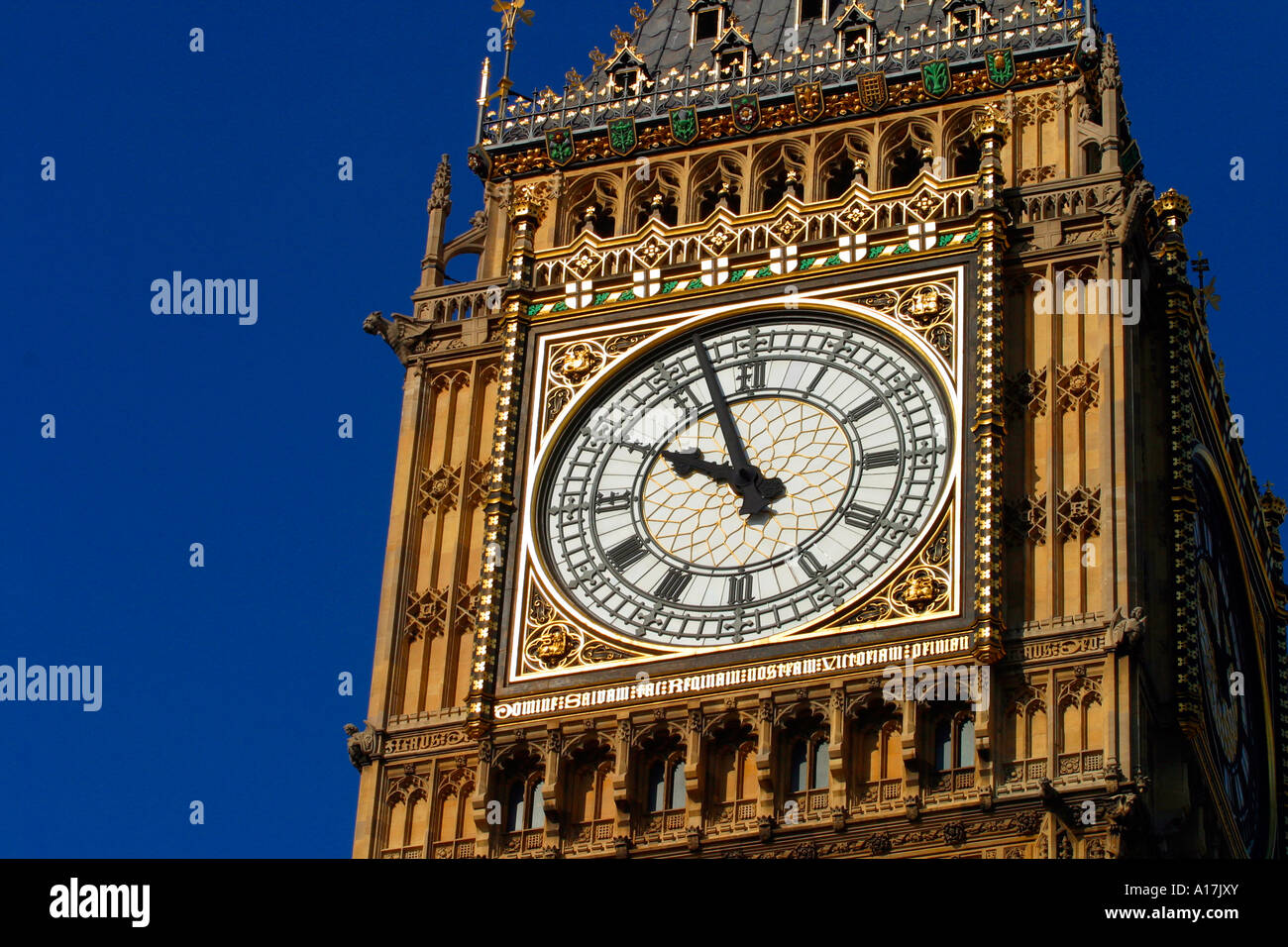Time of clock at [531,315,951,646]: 9:57
